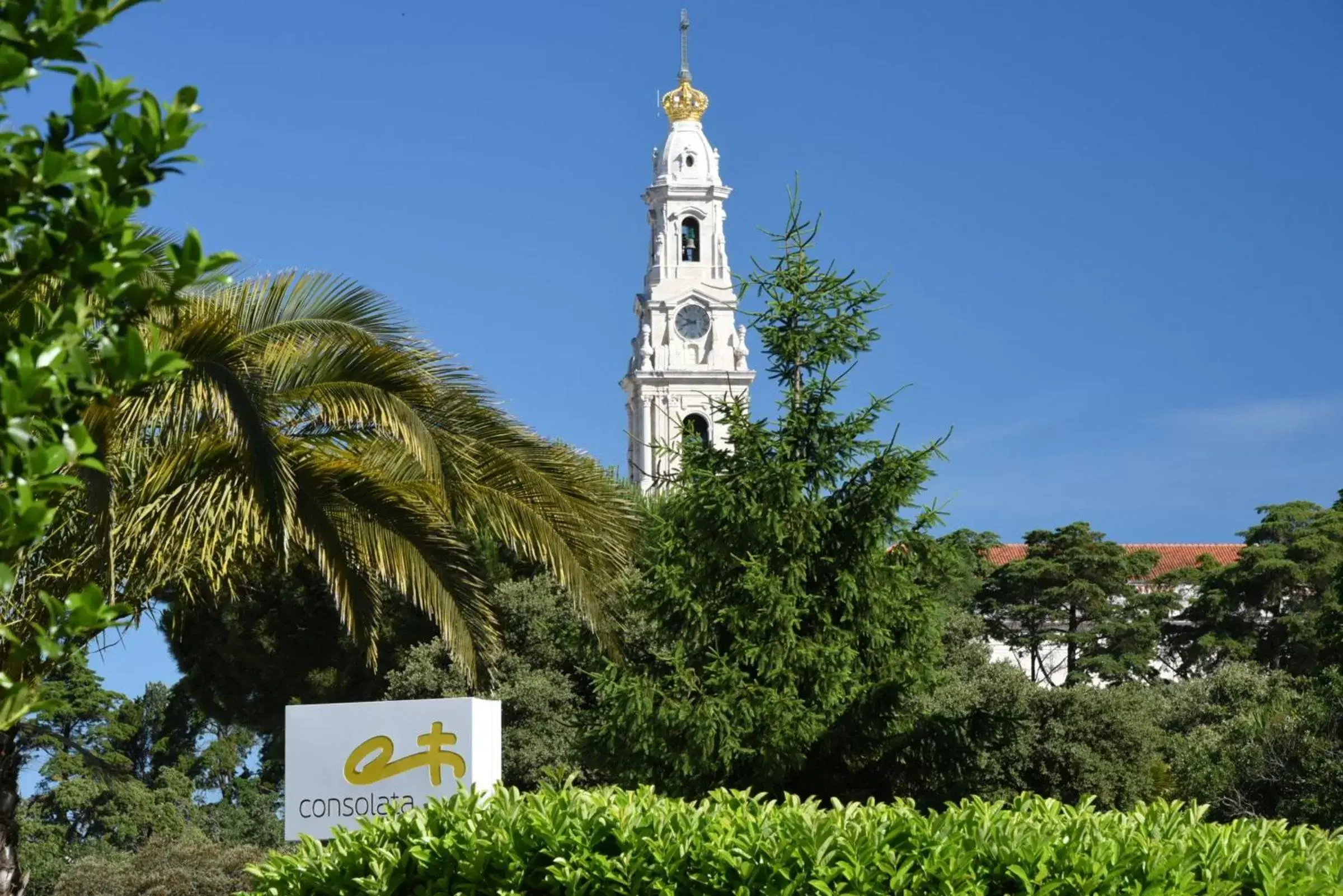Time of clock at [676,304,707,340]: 9:42
